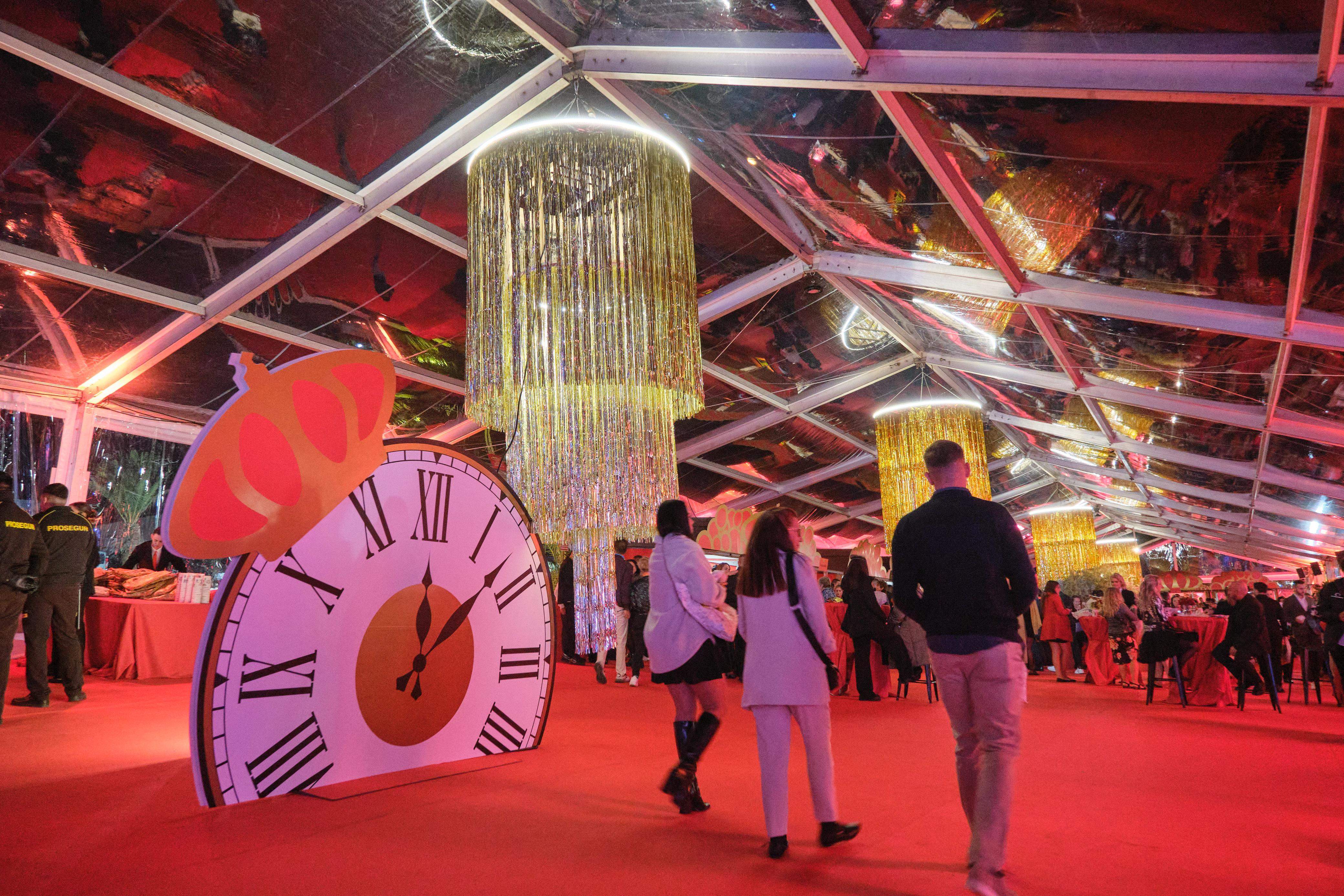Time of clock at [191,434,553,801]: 12:07
